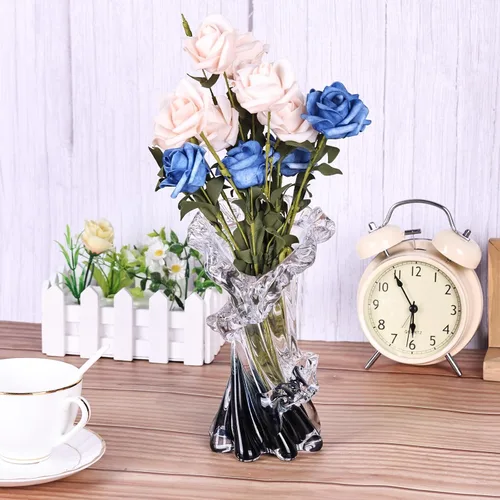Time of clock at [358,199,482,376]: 5:54
